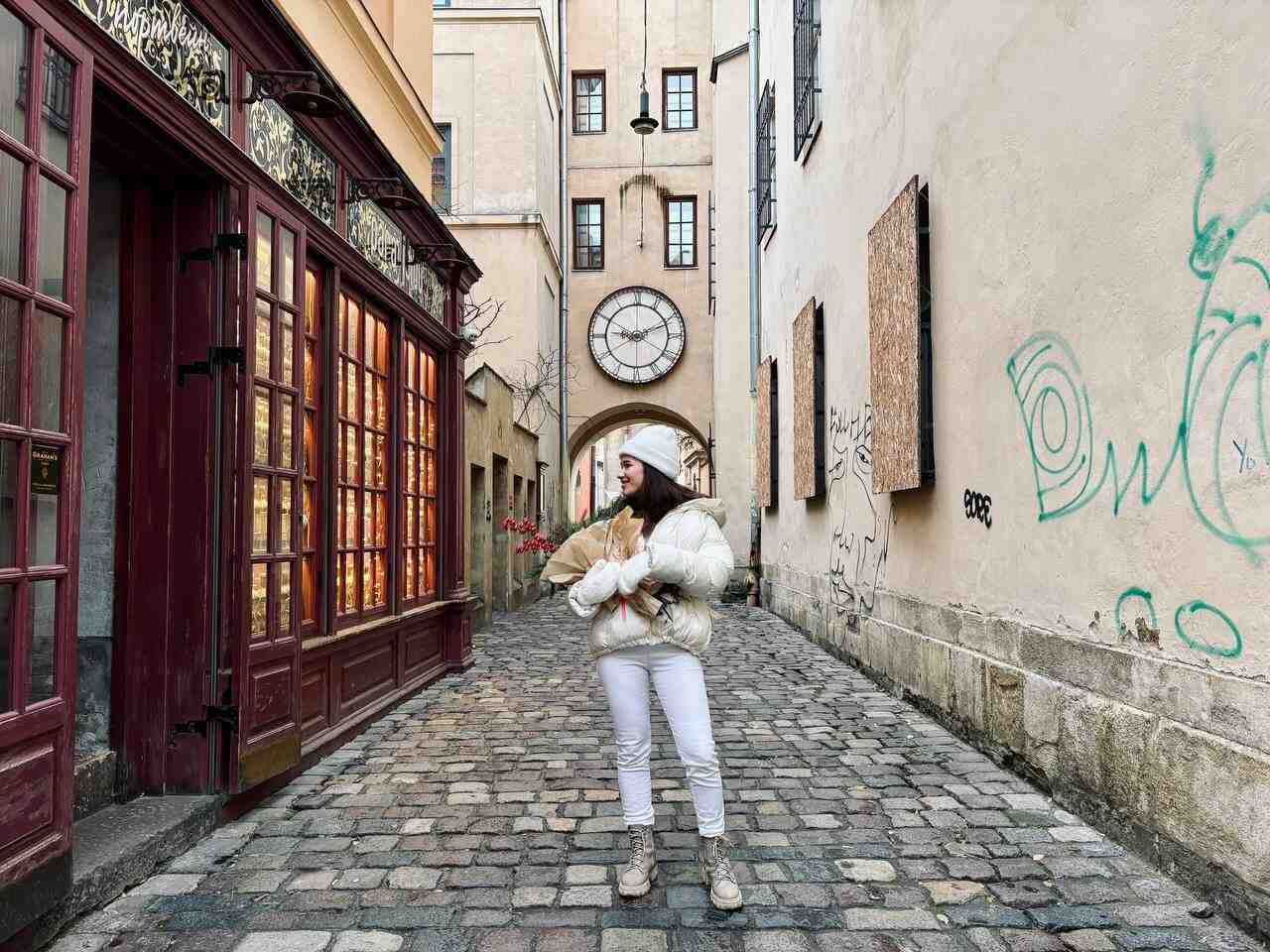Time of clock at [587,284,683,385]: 9:11
